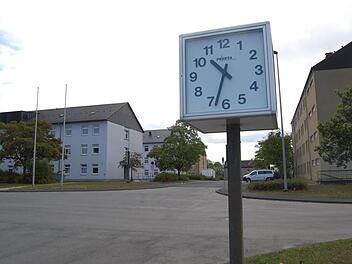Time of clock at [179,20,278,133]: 10:33
